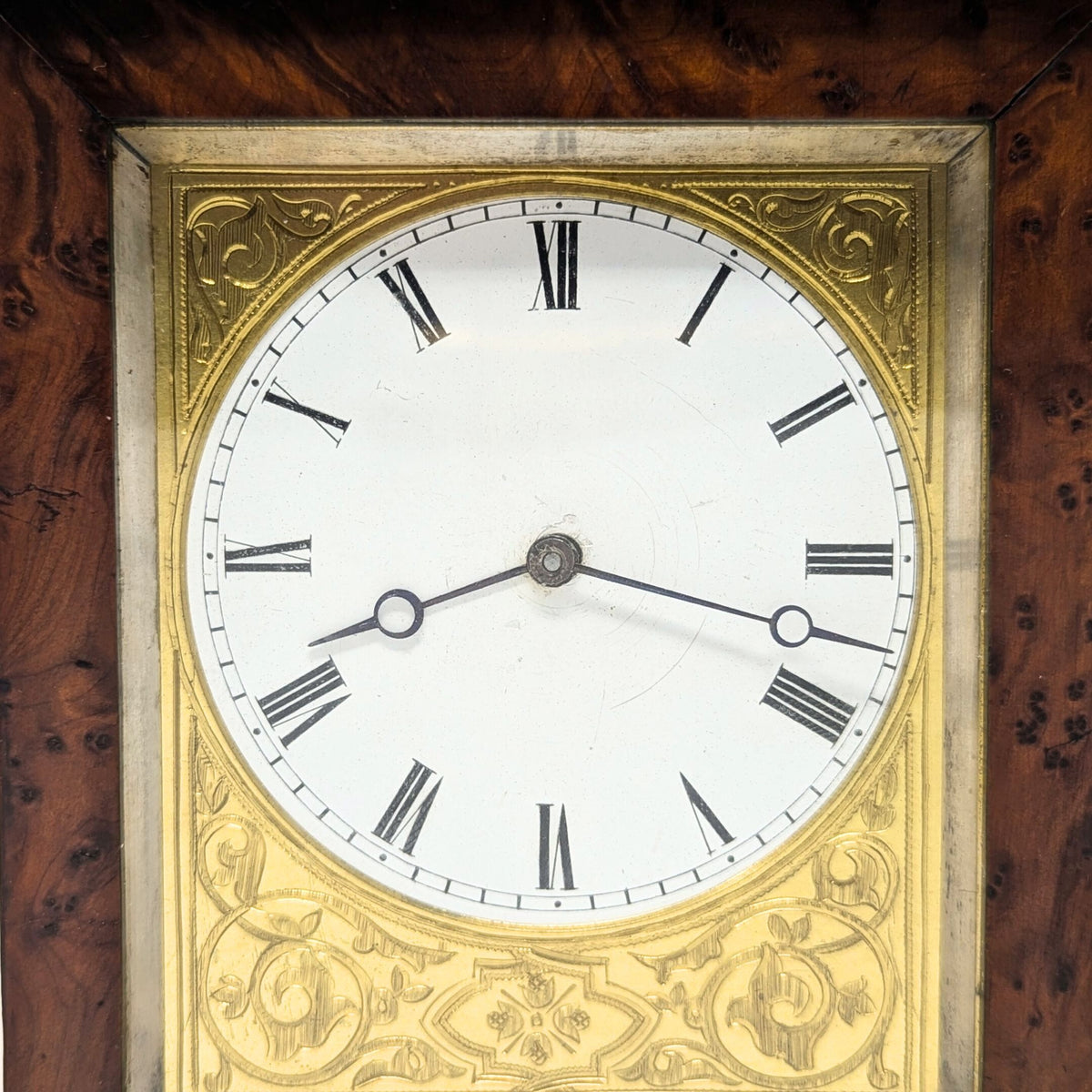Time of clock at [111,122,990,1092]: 8:17
